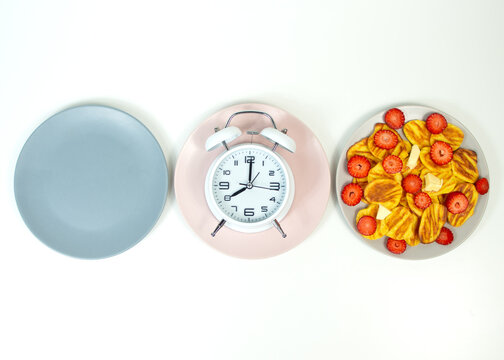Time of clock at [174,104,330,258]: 8:00
